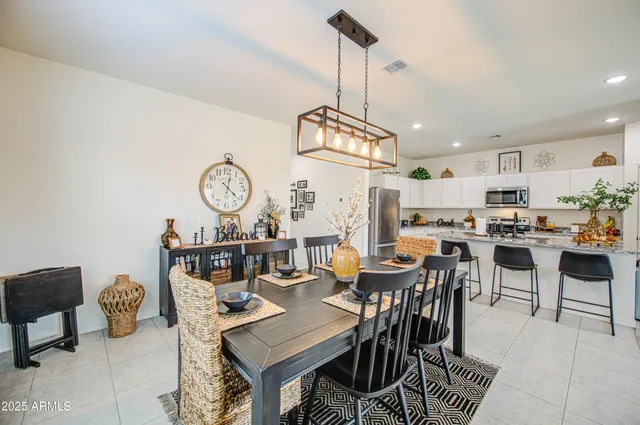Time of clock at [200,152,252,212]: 12:21
